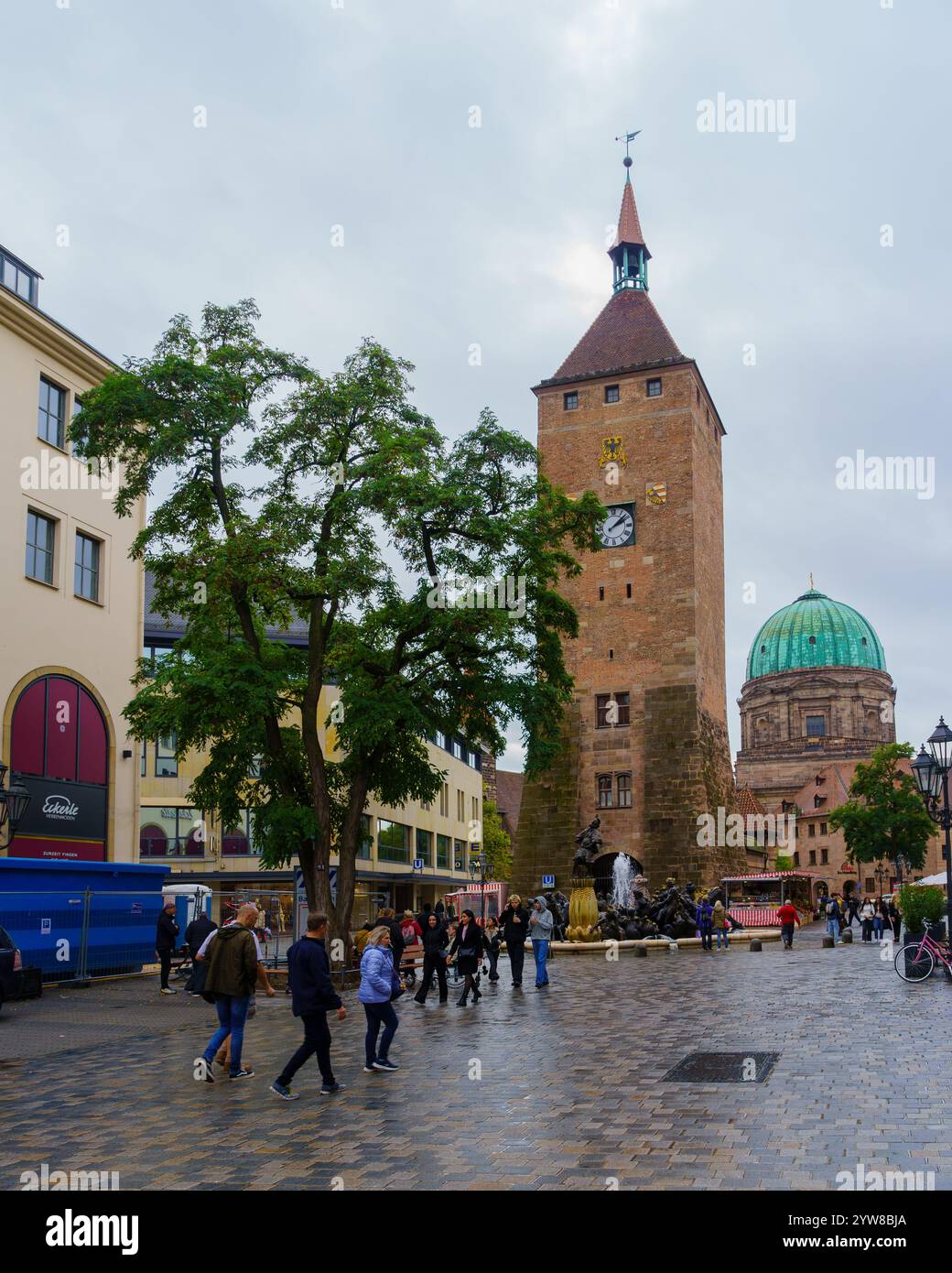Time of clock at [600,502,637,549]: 2:08
